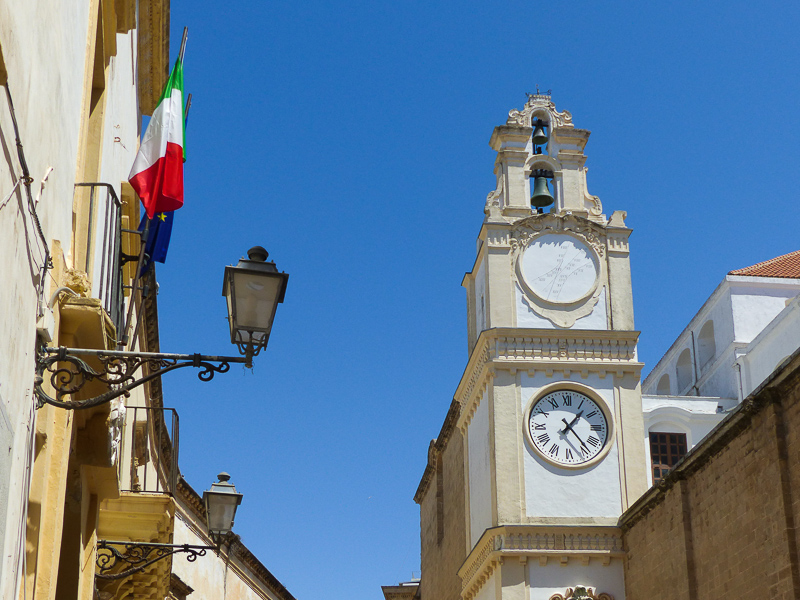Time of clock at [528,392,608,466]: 1:23
